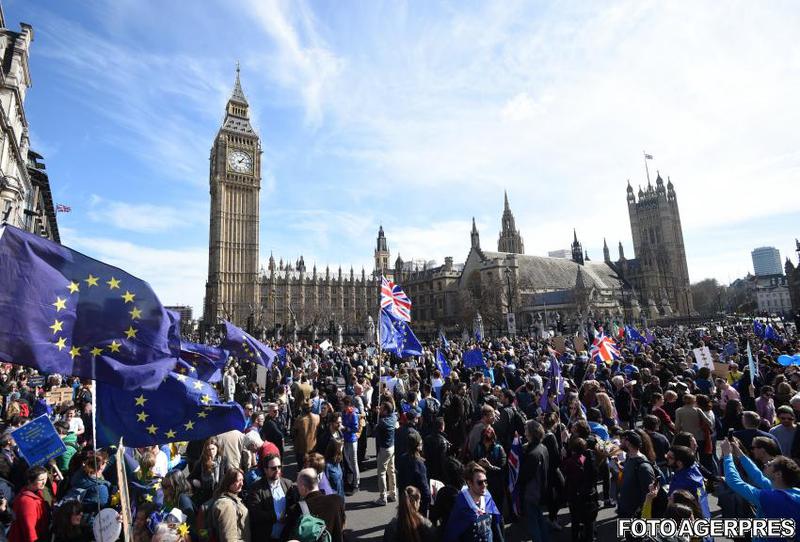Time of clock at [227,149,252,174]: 1:16
